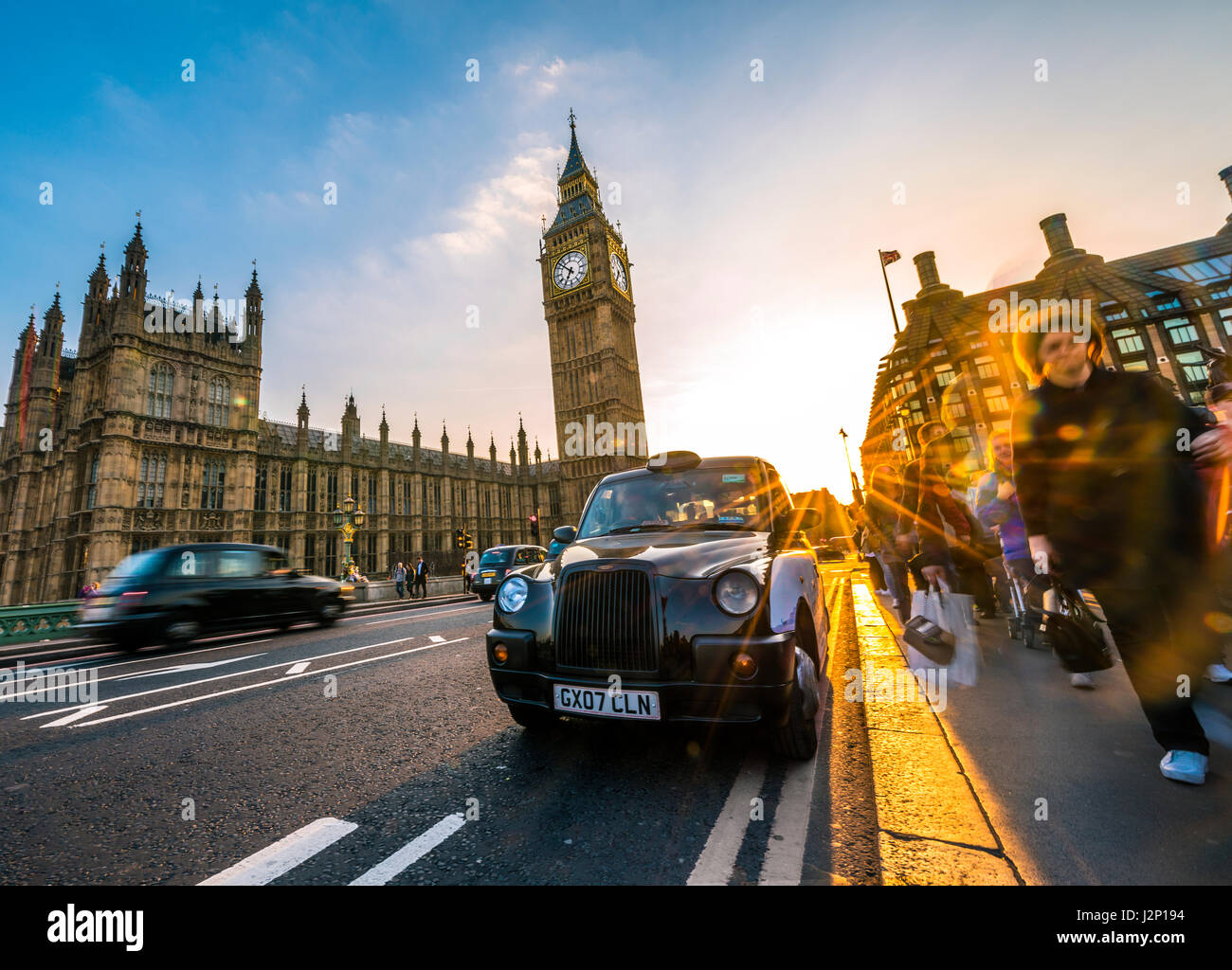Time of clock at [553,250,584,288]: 6:52
